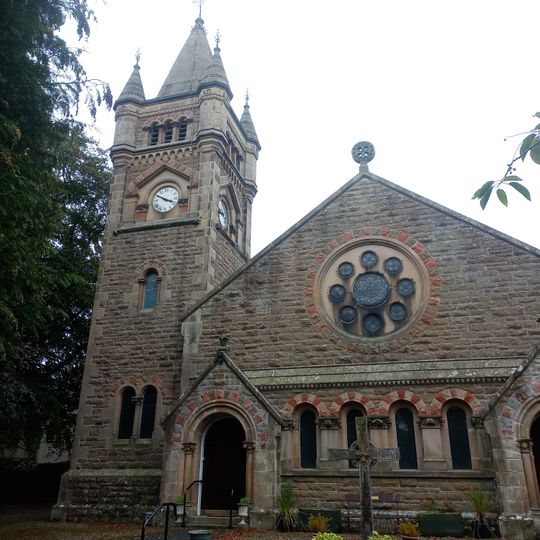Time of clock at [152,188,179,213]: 3:50
